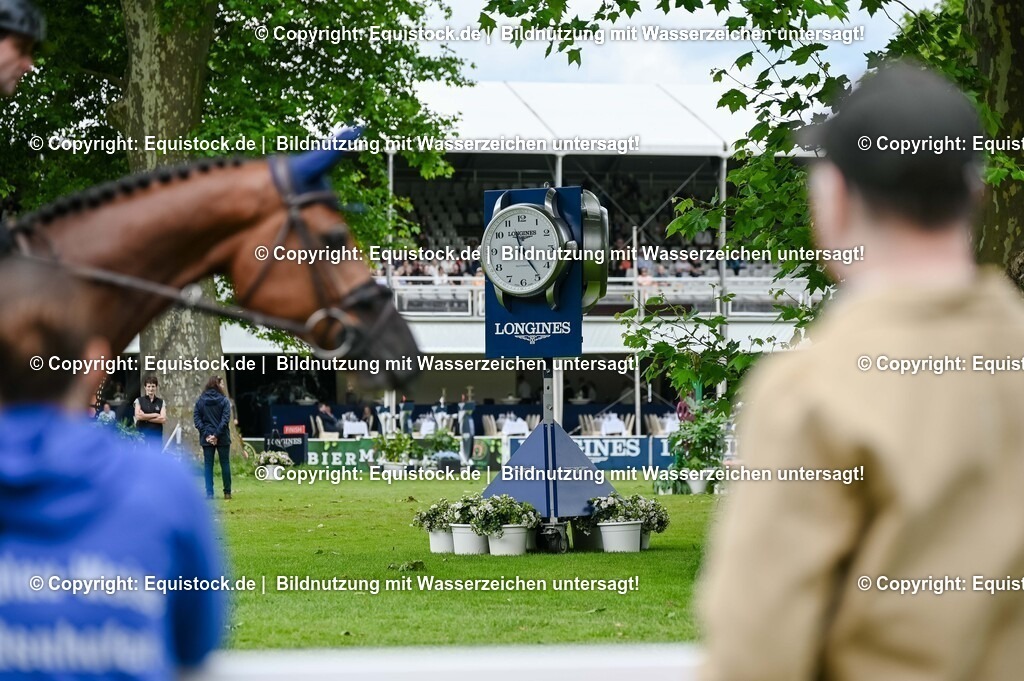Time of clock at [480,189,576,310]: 11:23
